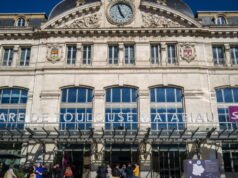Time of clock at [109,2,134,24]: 4:57
